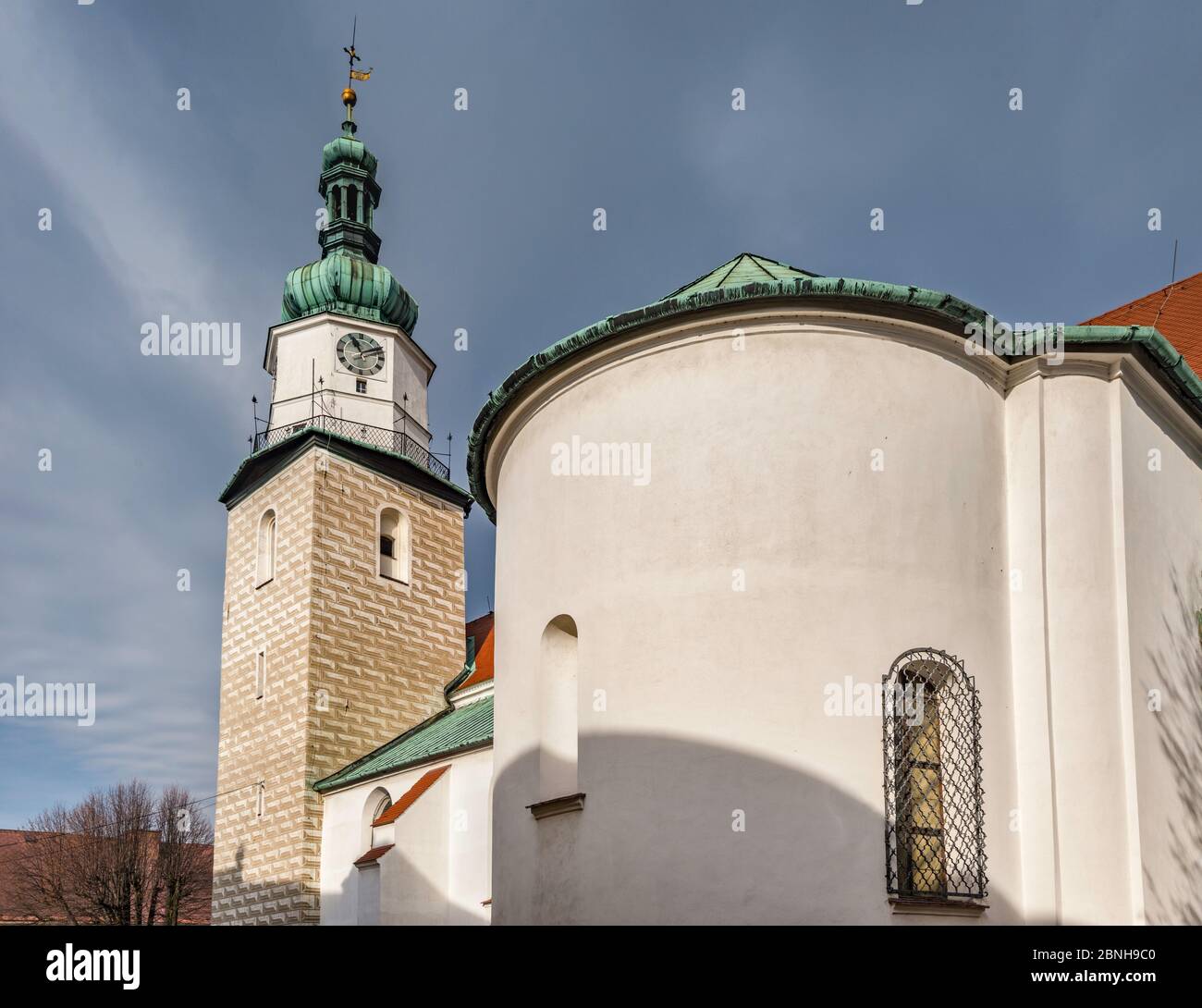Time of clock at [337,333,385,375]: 11:10
